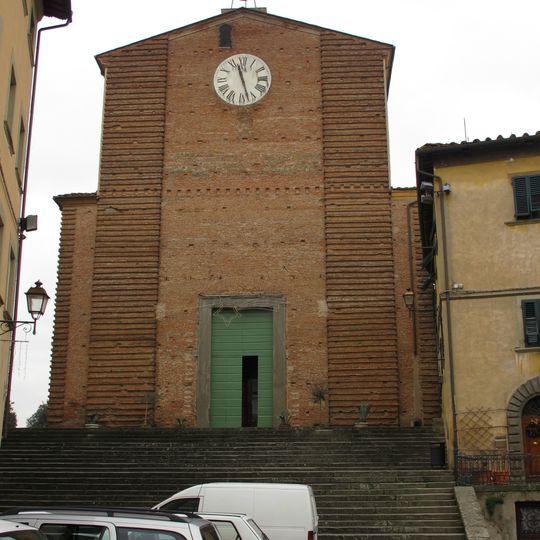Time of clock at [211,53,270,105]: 11:27
